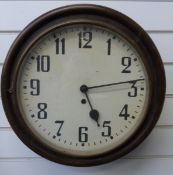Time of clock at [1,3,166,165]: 5:13
